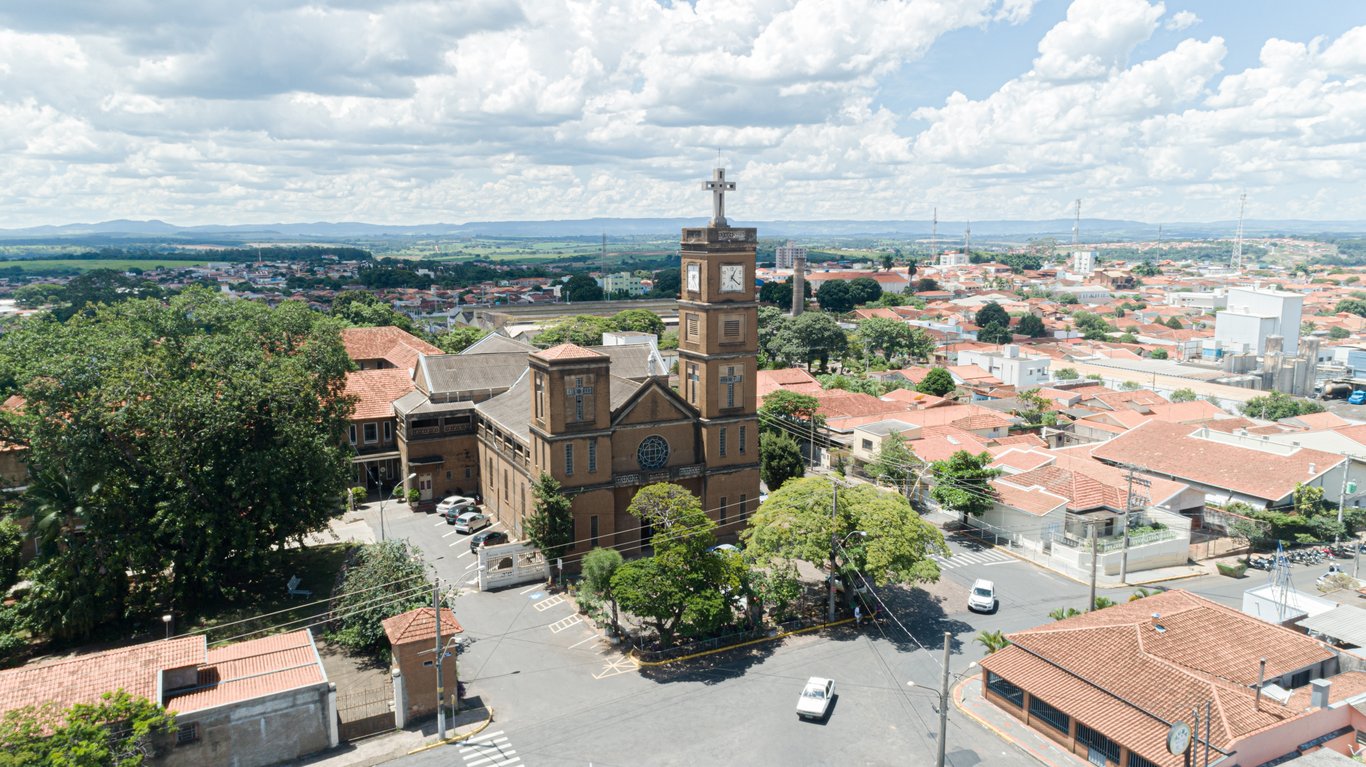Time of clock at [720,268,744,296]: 1:21
